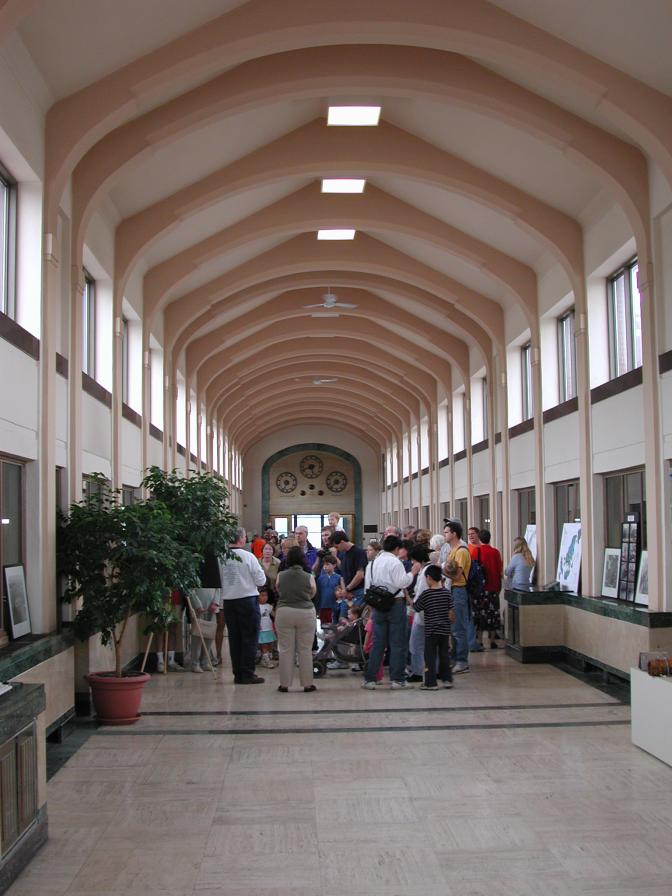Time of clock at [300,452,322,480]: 5:41
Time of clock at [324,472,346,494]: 7:37
